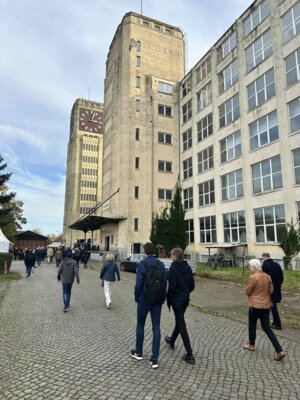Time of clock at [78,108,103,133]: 12:16
